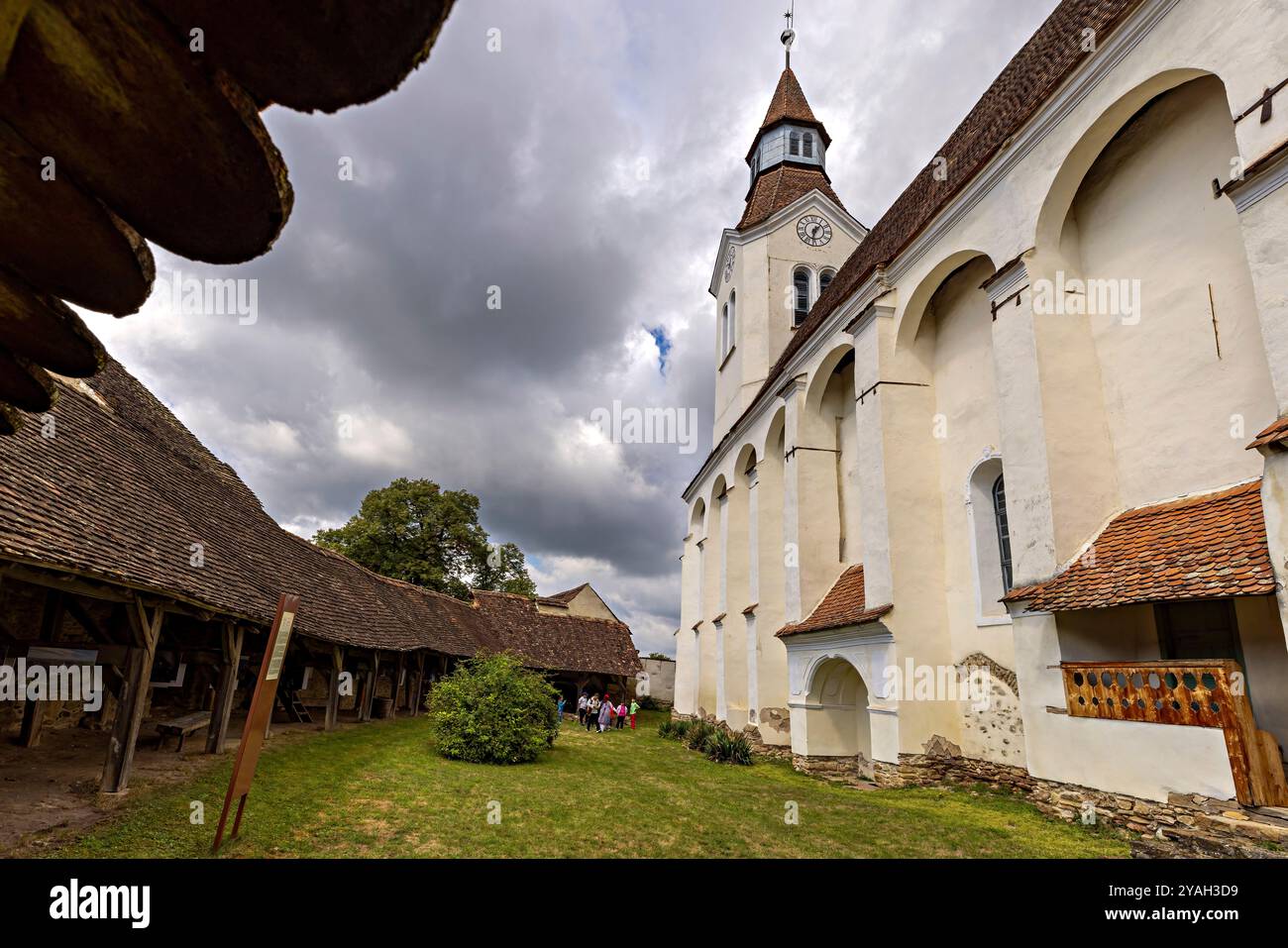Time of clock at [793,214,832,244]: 1:32
